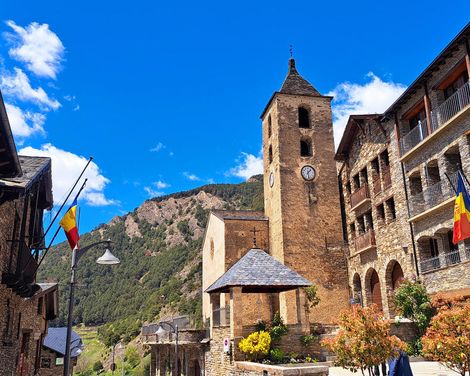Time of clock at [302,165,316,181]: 1:28
